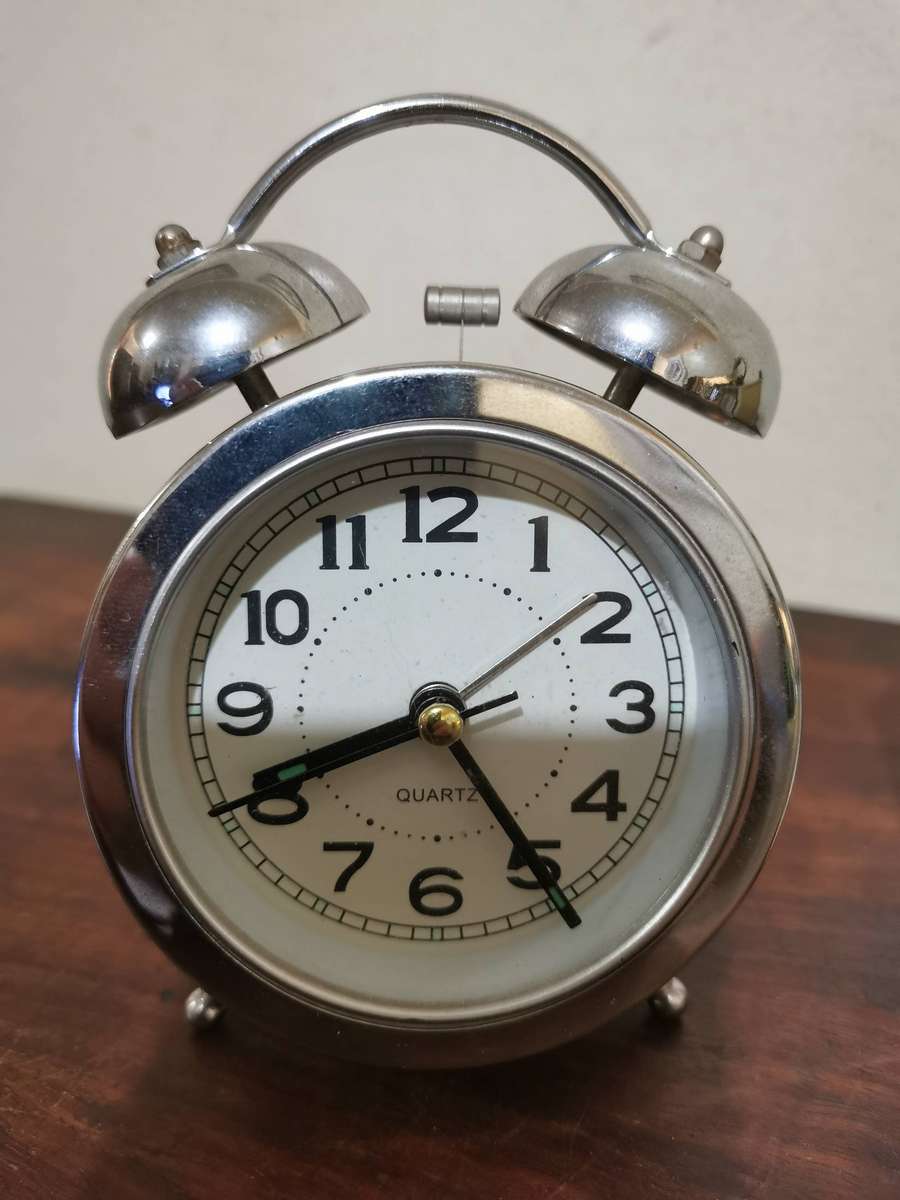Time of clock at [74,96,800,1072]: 8:24
